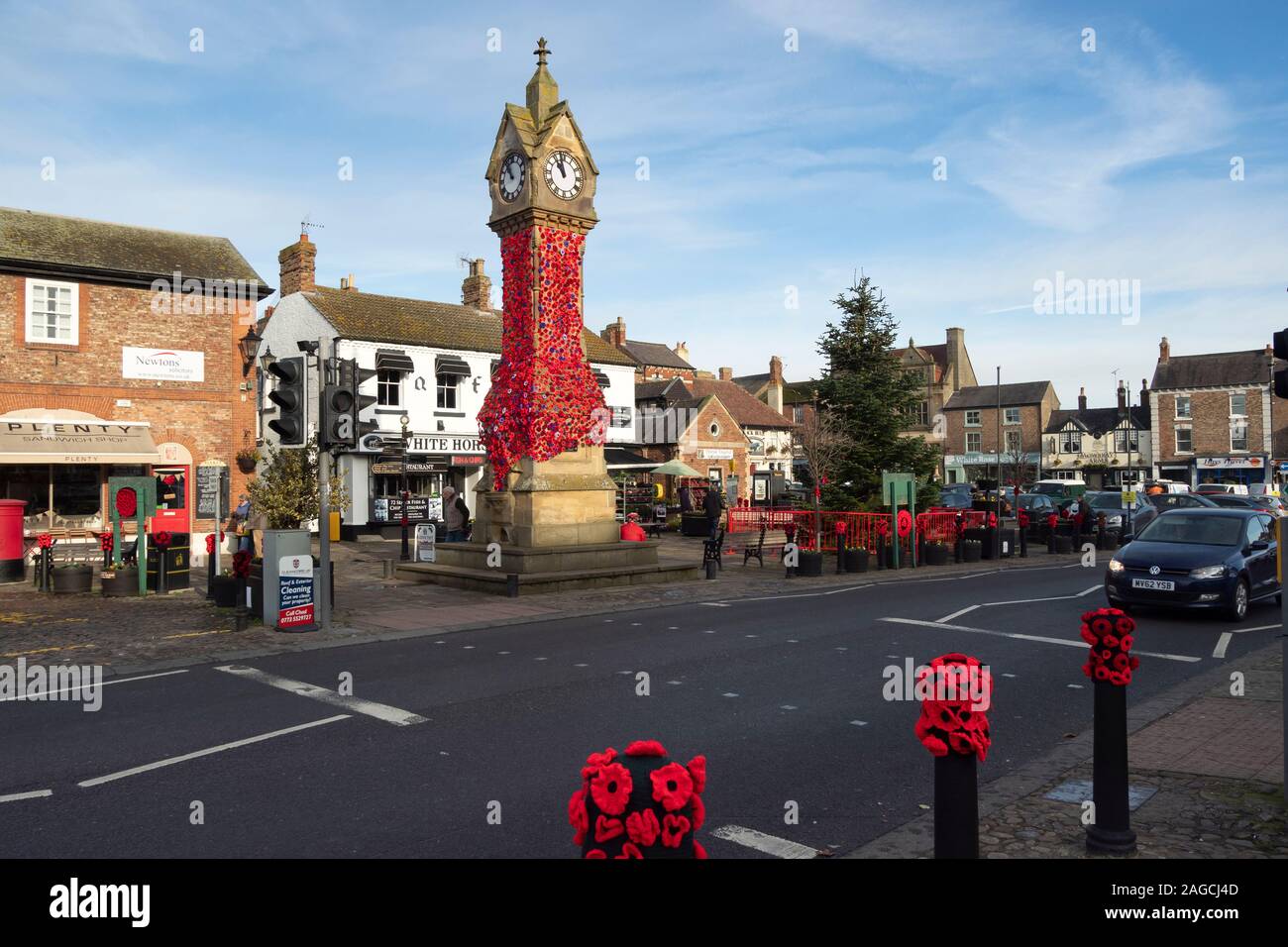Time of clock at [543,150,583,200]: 10:58
